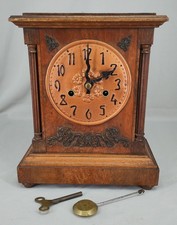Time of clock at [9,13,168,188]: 2:00
